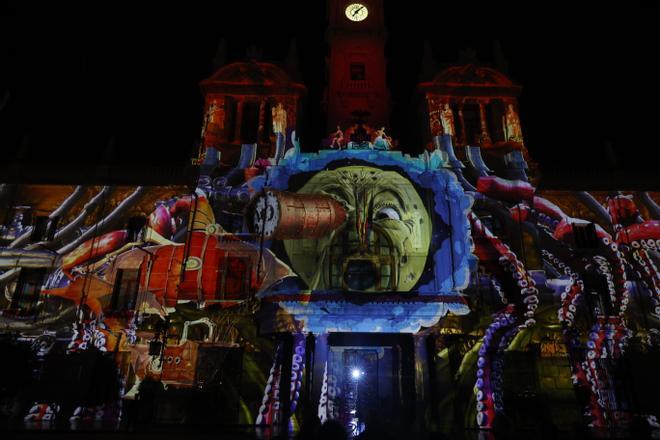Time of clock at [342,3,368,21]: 7:07
